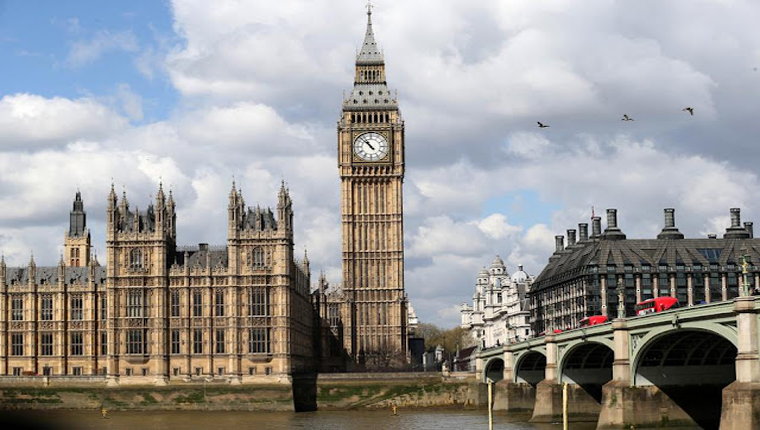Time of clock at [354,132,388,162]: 10:52
